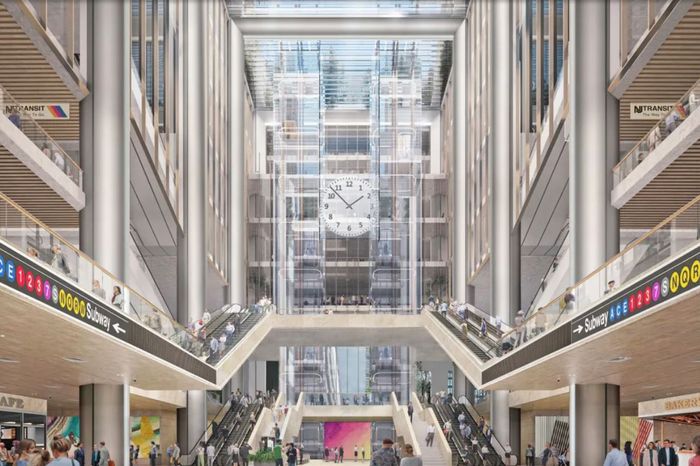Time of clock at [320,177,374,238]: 1:52
